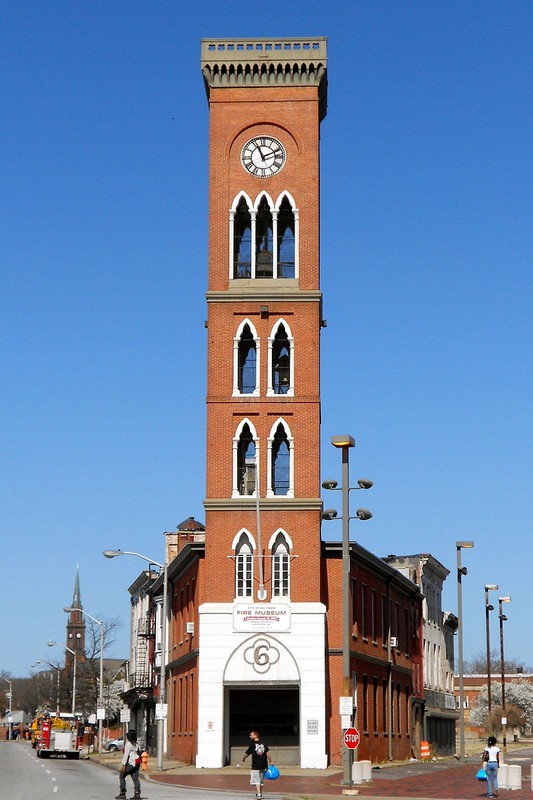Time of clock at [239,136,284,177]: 11:11
